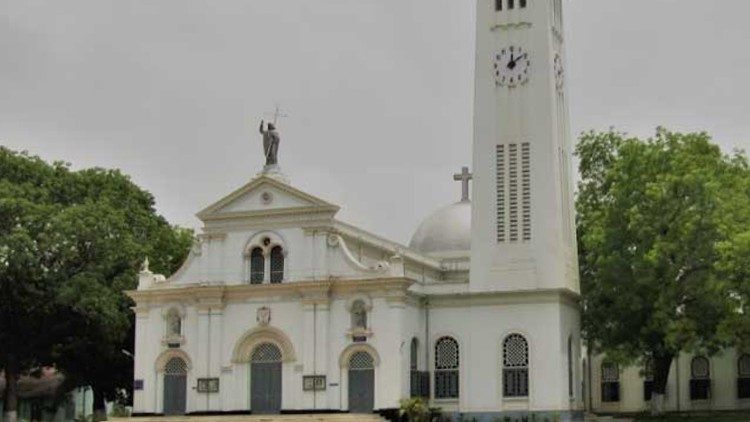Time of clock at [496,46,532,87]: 12:09
